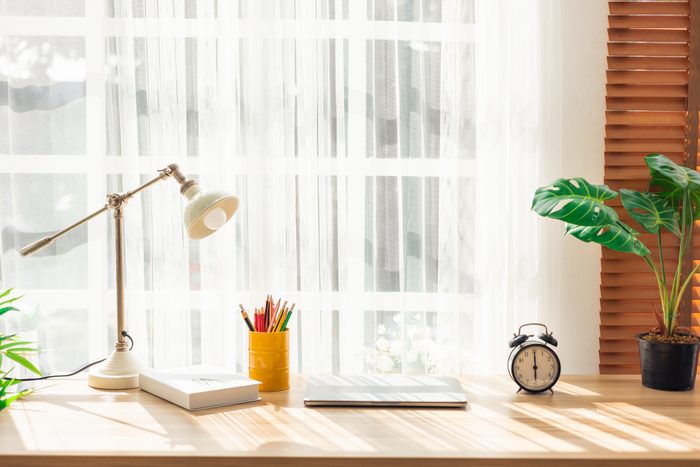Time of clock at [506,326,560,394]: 6:00
